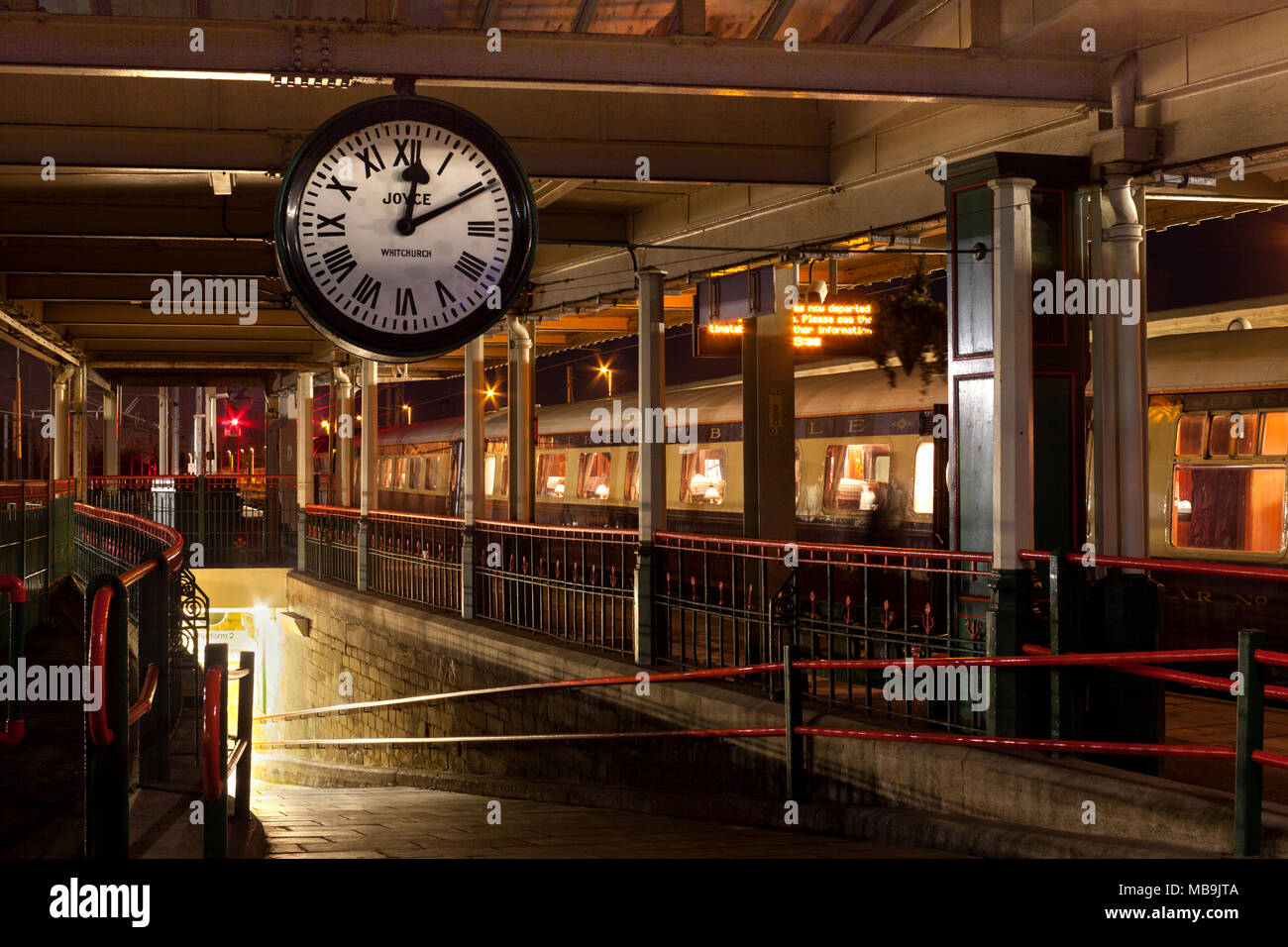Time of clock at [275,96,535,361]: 12:10
